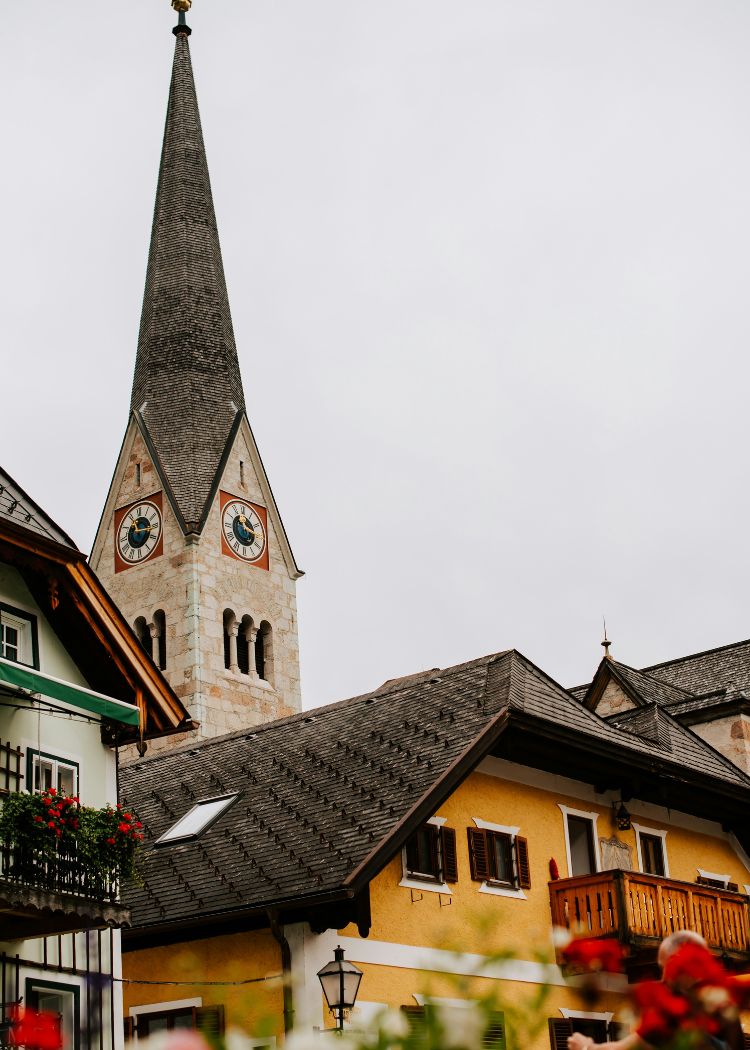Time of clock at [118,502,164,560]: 11:16
